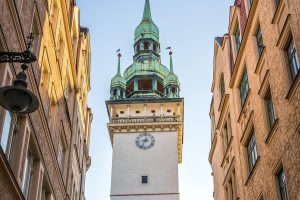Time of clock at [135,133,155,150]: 8:33
